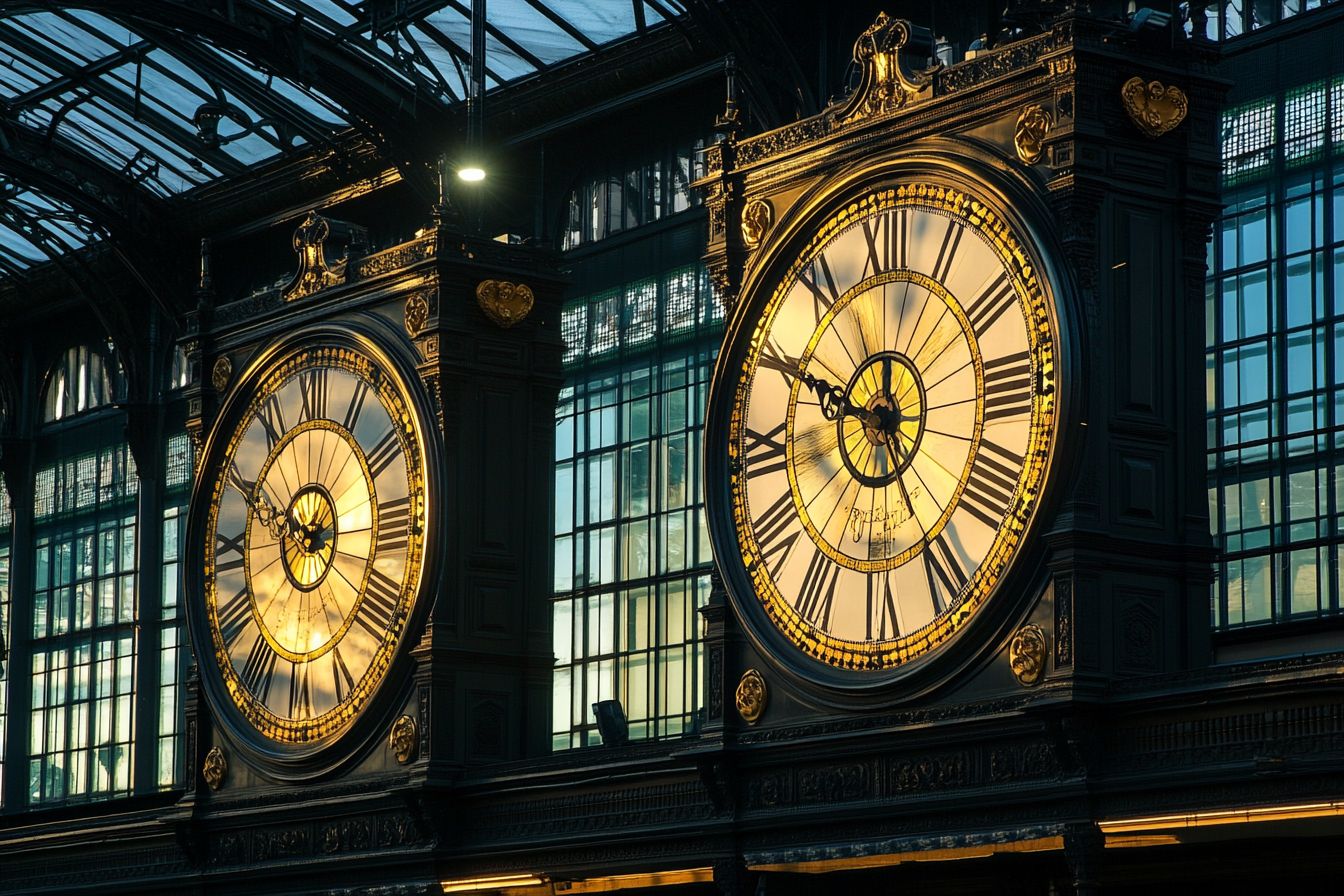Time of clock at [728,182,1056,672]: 11:49
